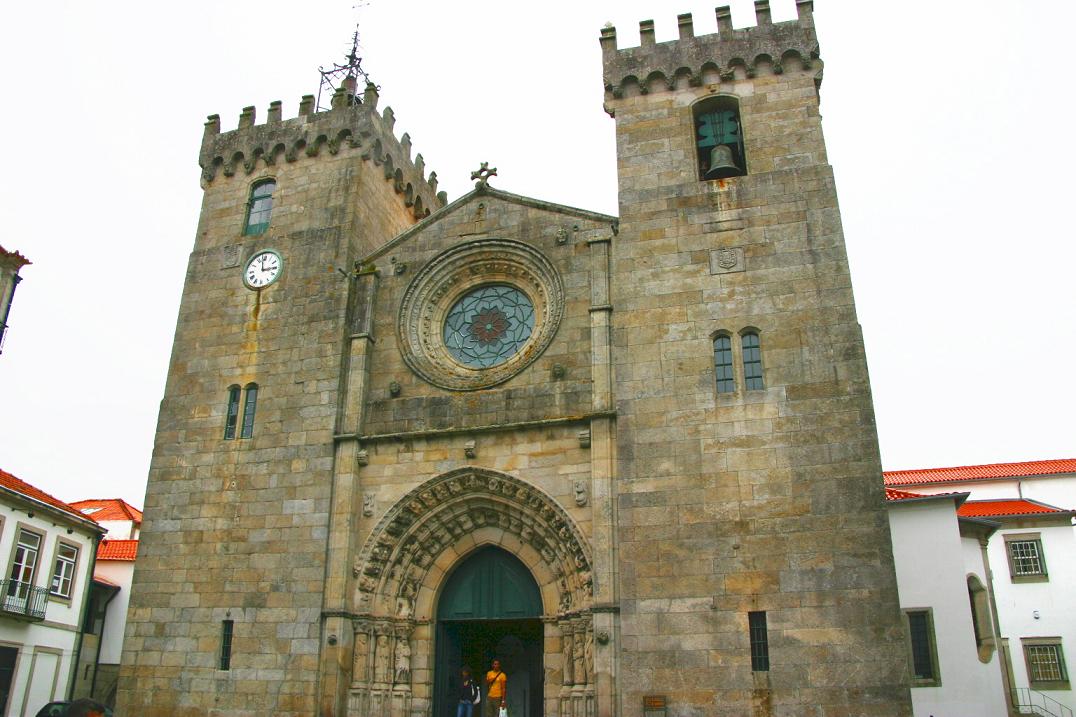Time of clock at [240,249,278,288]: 2:58
